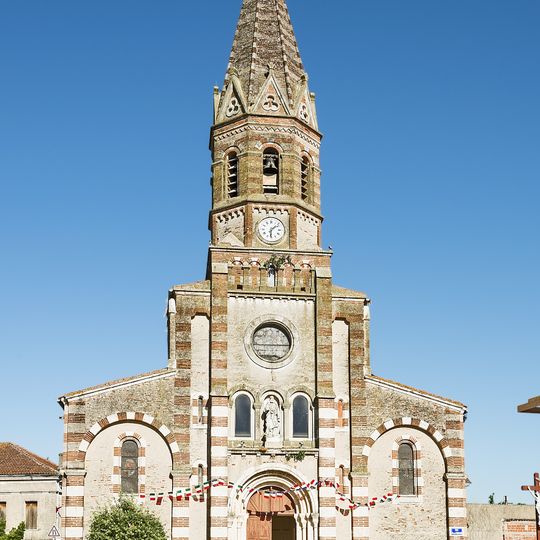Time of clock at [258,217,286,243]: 1:30
